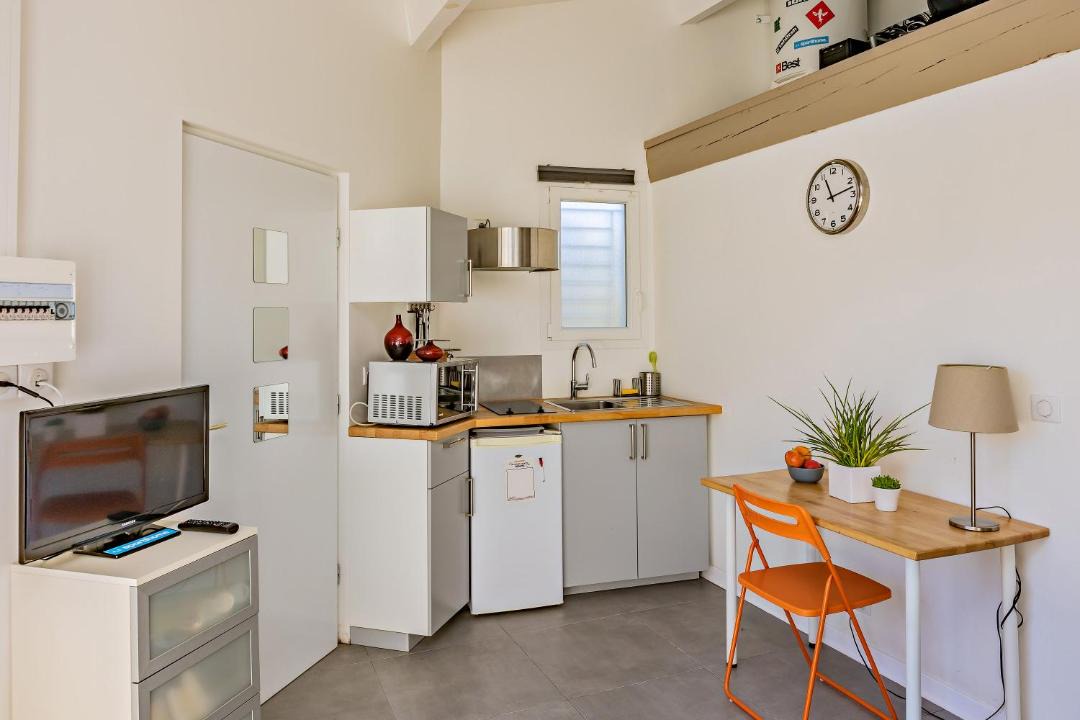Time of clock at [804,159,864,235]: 11:12
